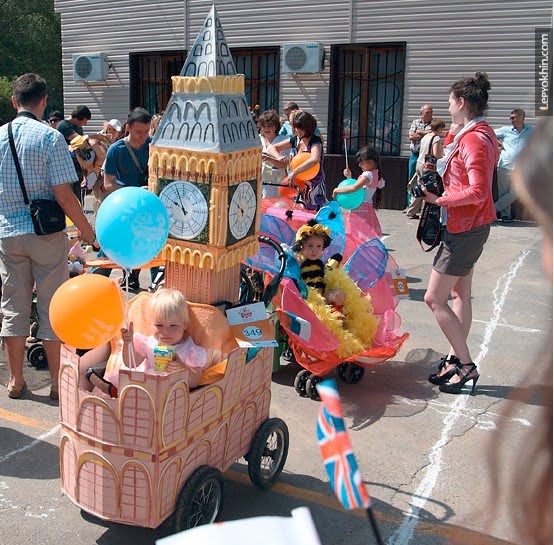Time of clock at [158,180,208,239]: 9:56
